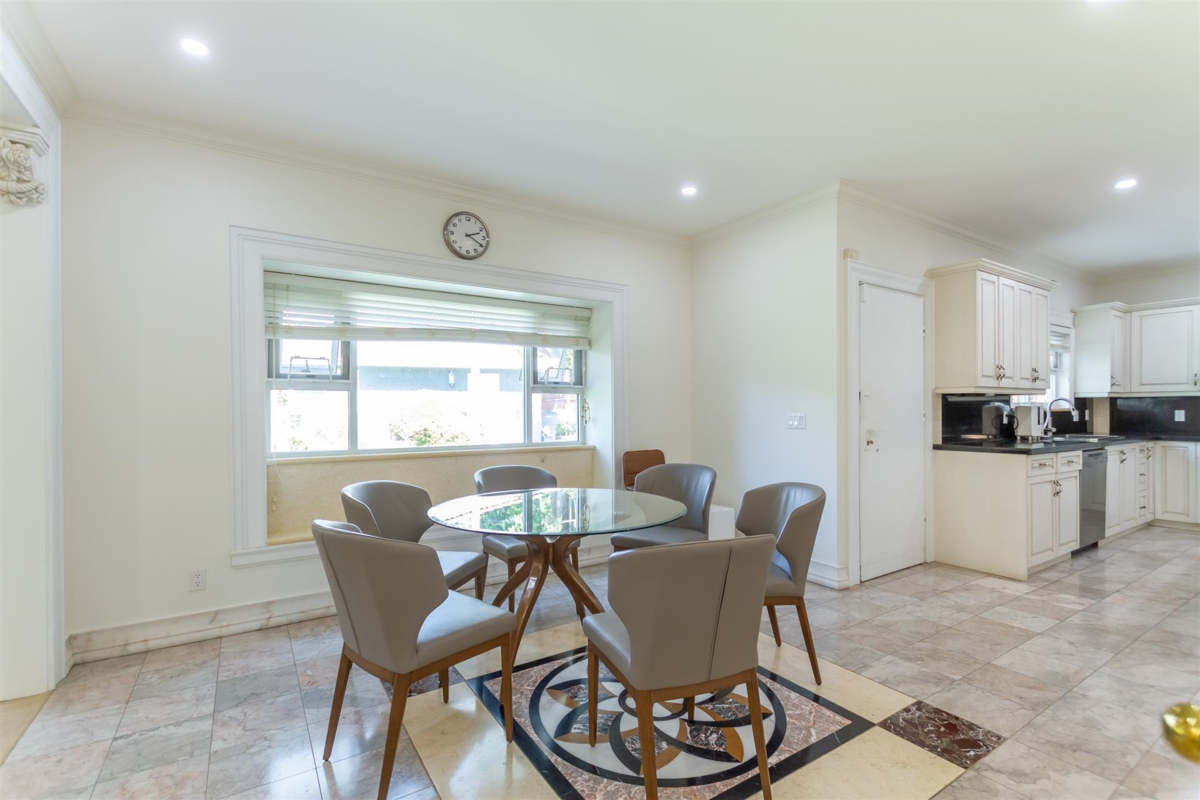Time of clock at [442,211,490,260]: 2:19
